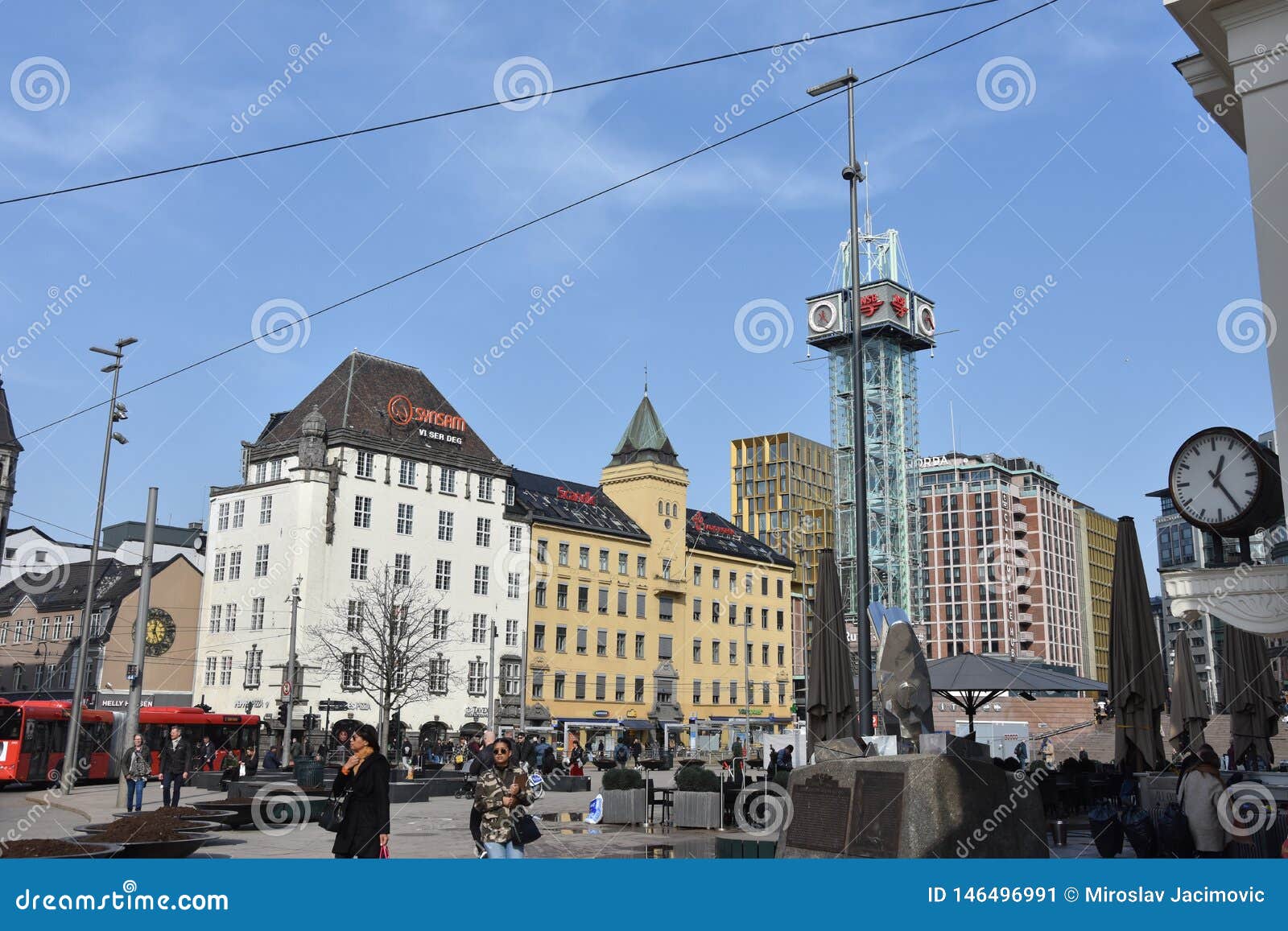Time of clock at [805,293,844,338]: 12:23
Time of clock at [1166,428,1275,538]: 12:24
